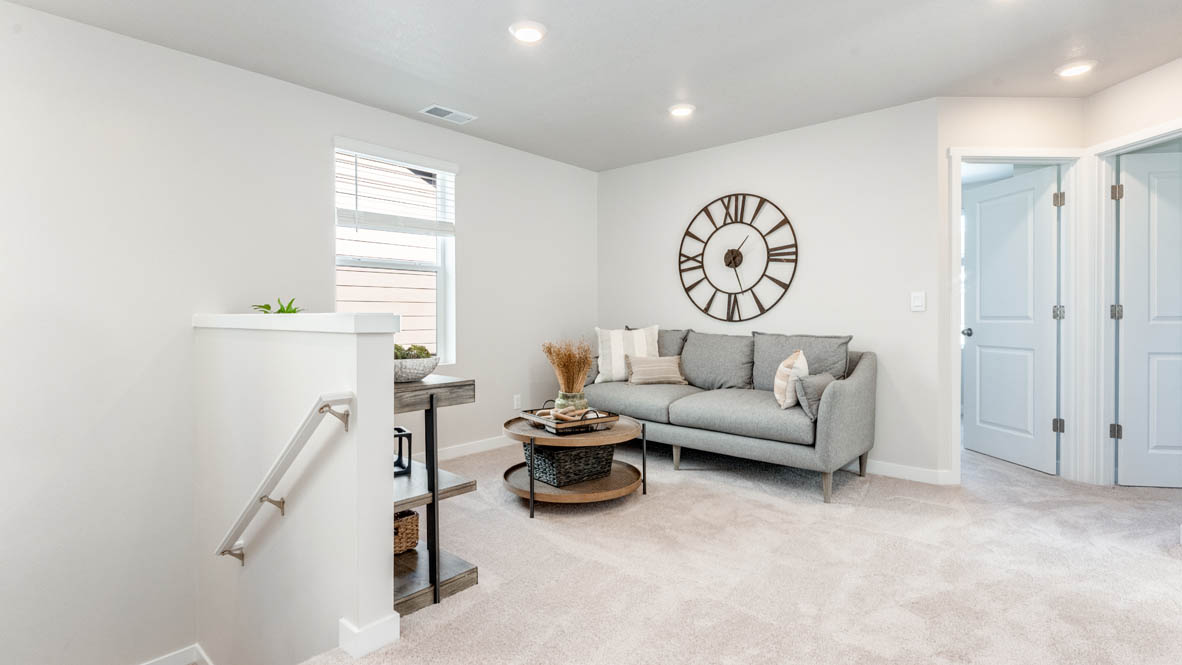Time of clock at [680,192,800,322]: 1:26
